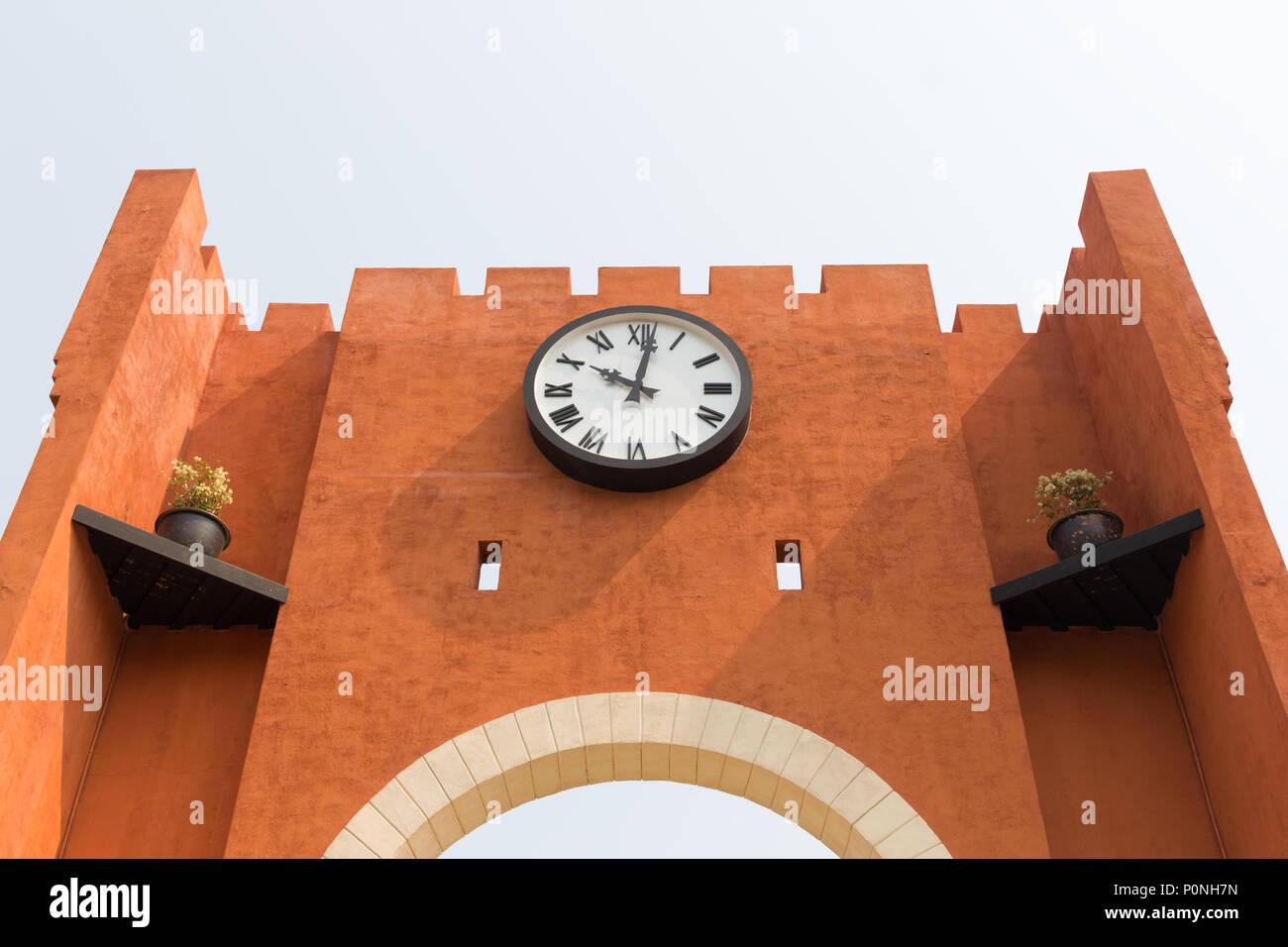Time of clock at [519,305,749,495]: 10:01
